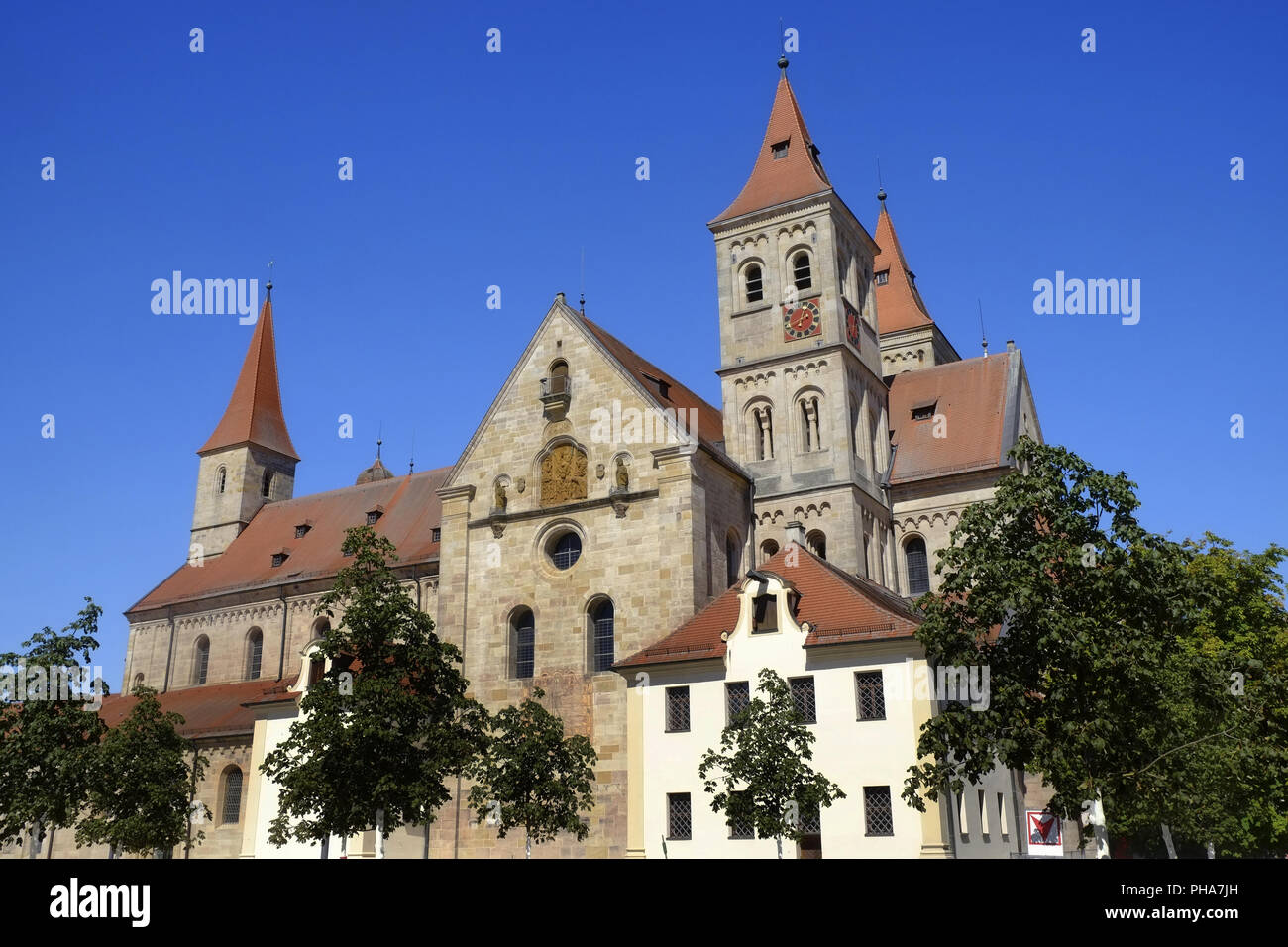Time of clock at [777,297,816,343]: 12:40
